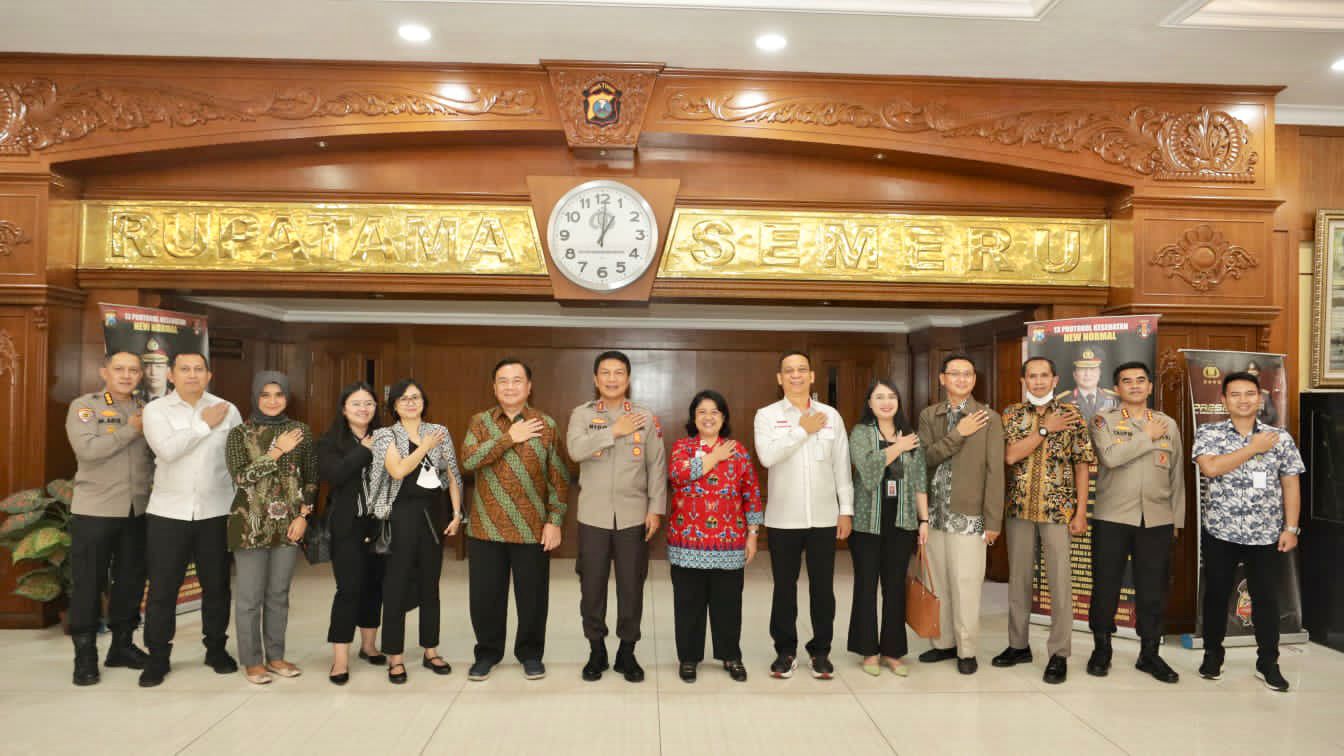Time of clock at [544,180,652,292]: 1:00
